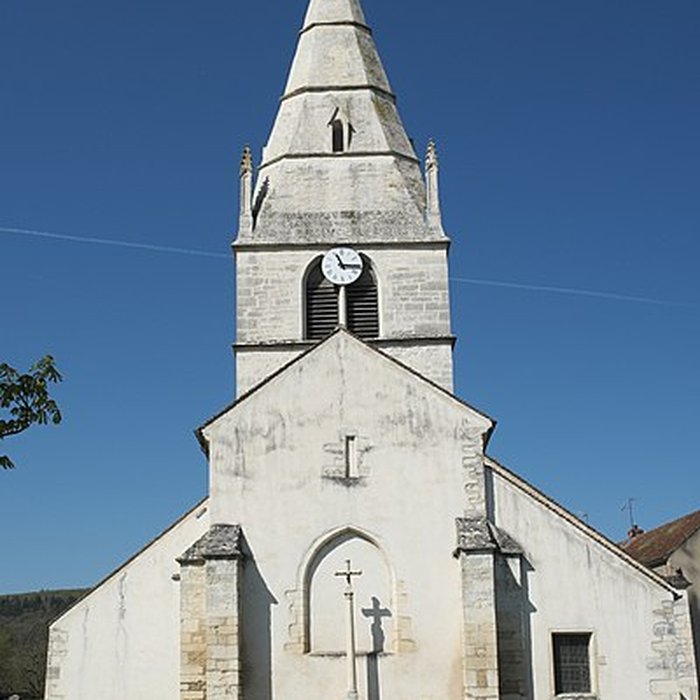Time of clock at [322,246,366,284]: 11:15
